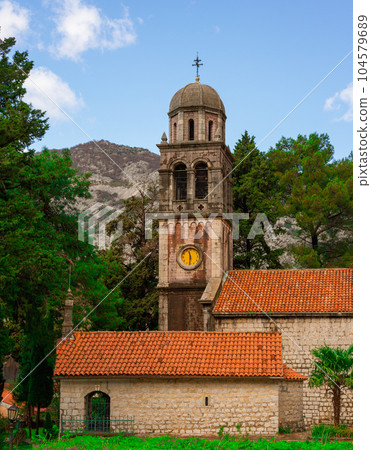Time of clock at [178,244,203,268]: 11:30
